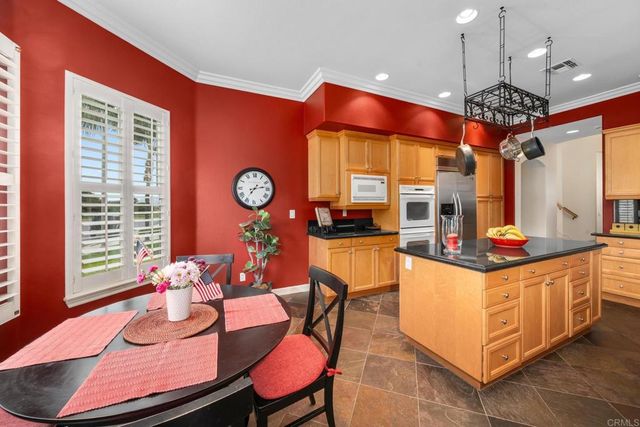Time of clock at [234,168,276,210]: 7:13
